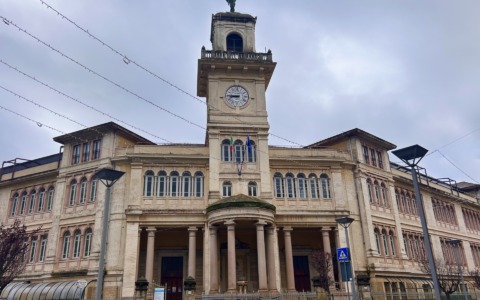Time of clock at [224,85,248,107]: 8:45
